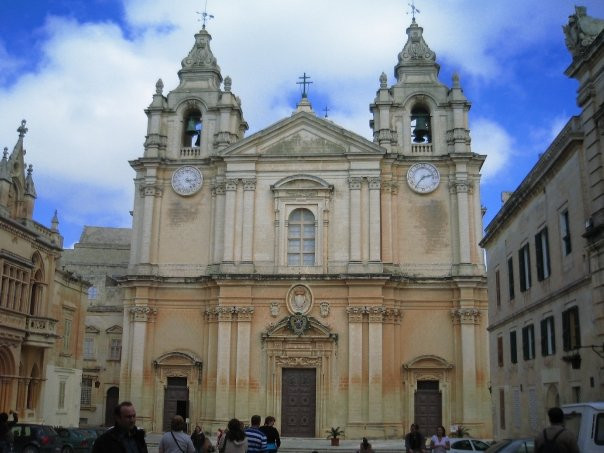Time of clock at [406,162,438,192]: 2:36
